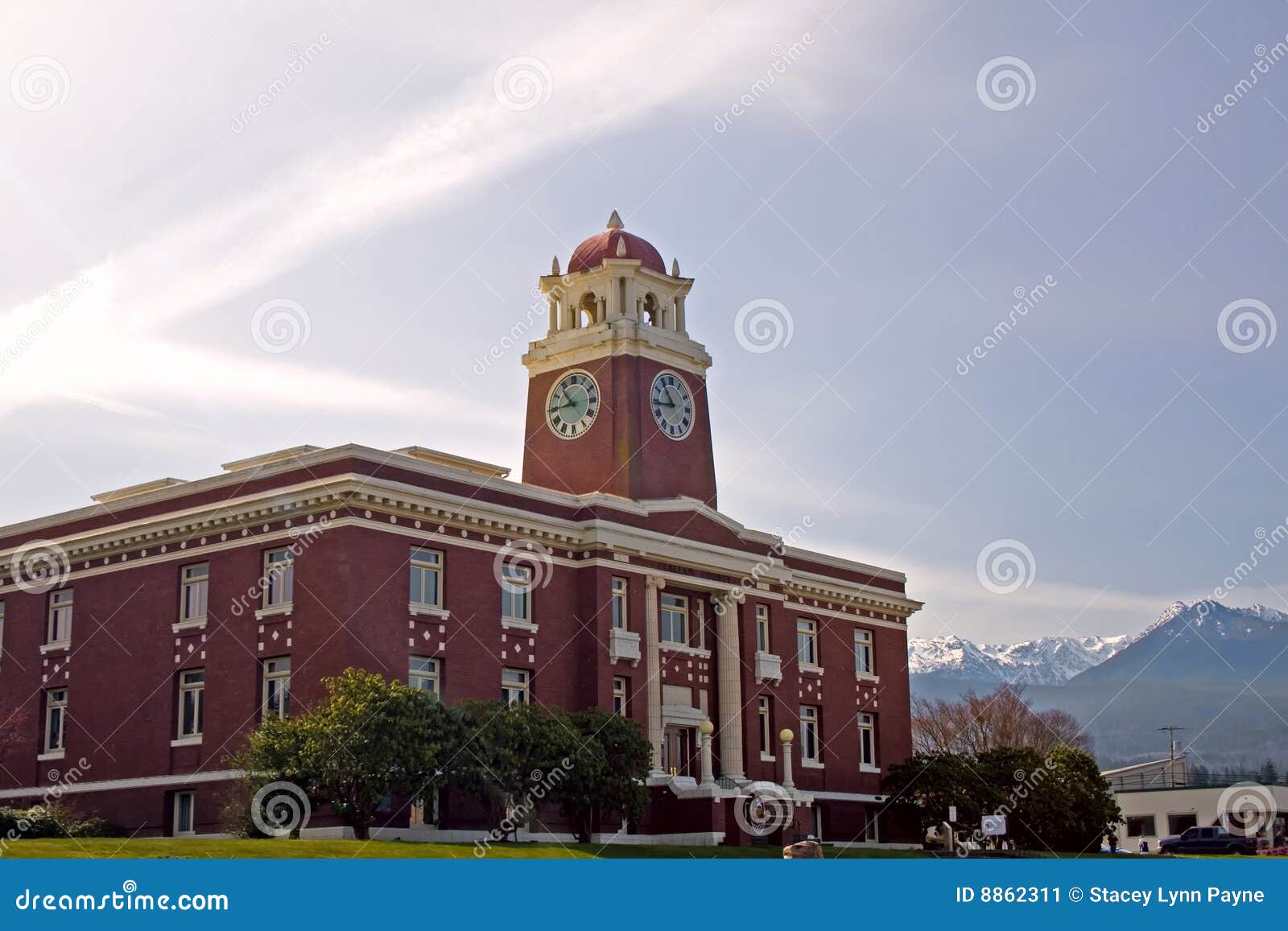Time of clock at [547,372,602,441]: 10:44
